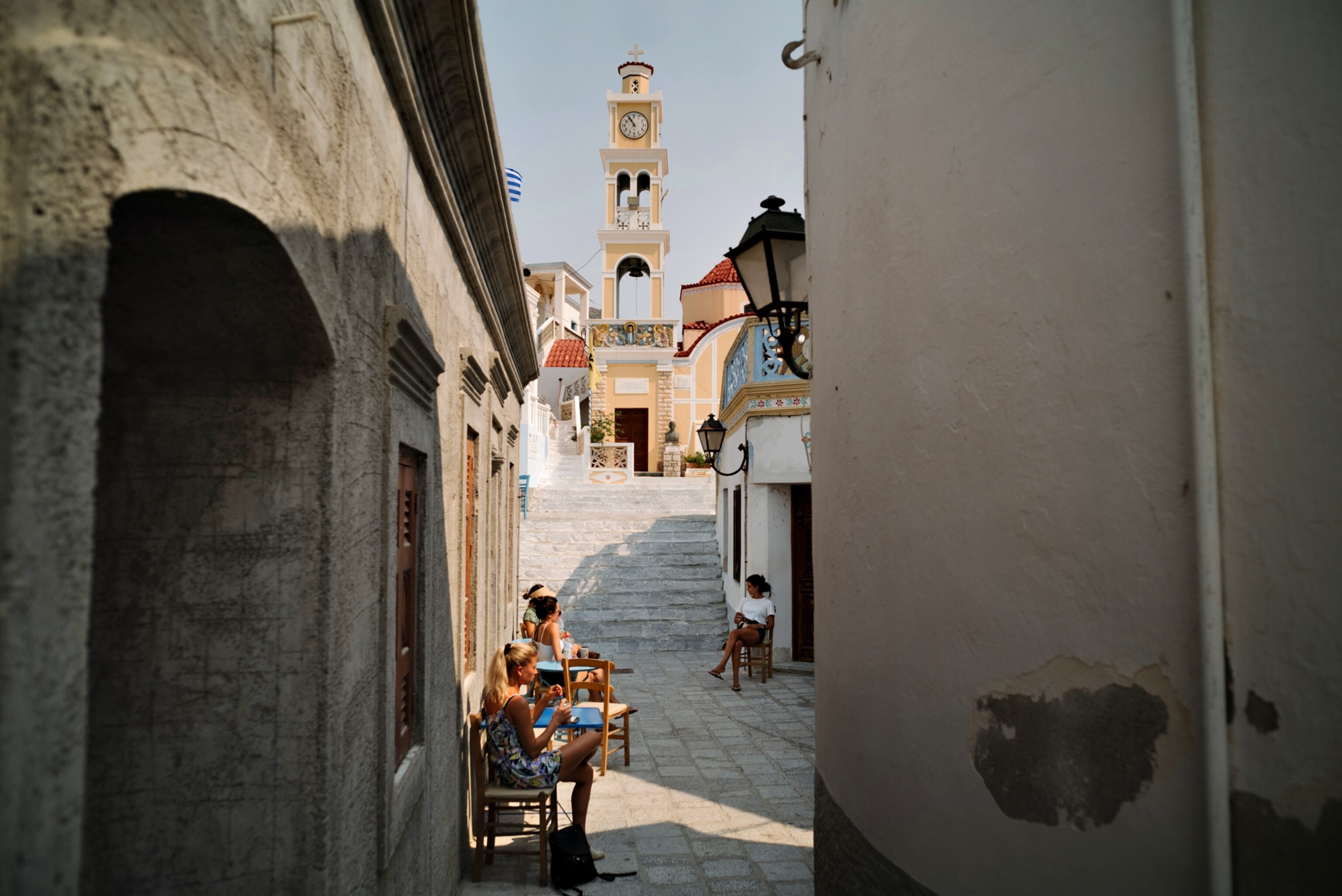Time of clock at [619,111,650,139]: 10:54
